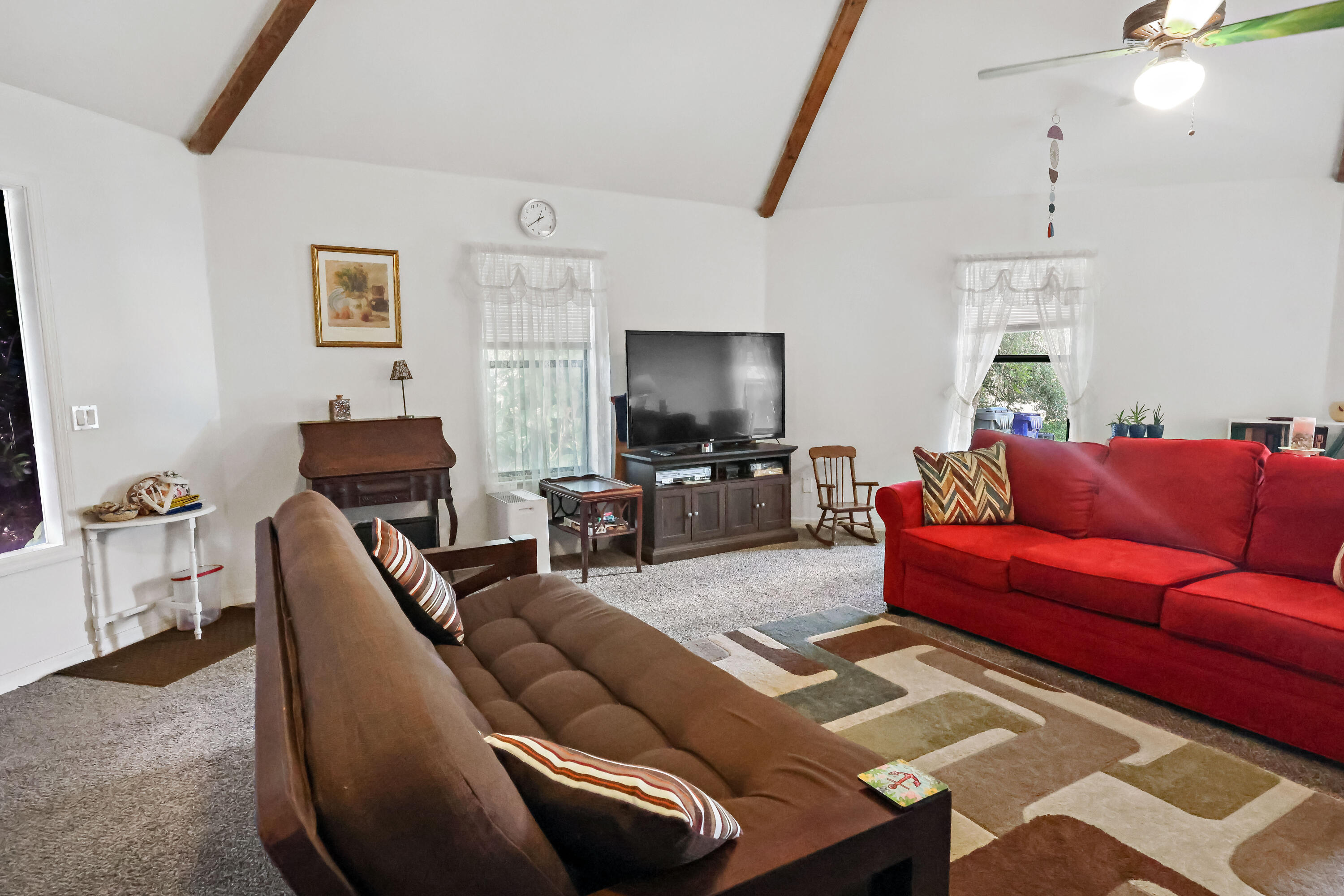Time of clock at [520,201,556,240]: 12:39
